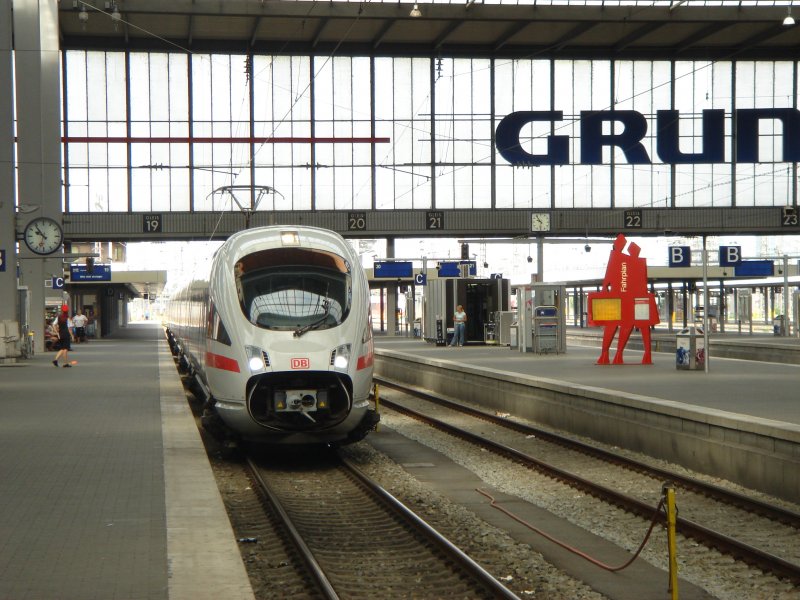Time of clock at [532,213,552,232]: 9:53
